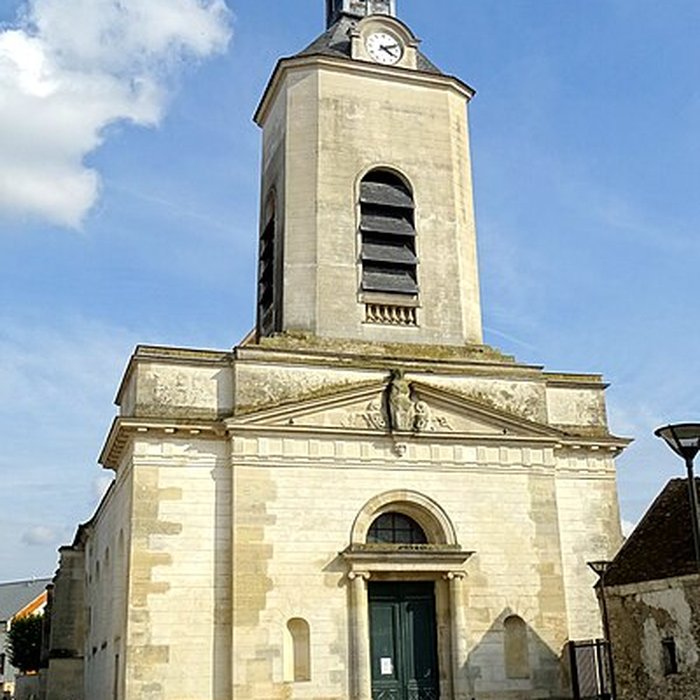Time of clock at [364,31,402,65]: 4:11
